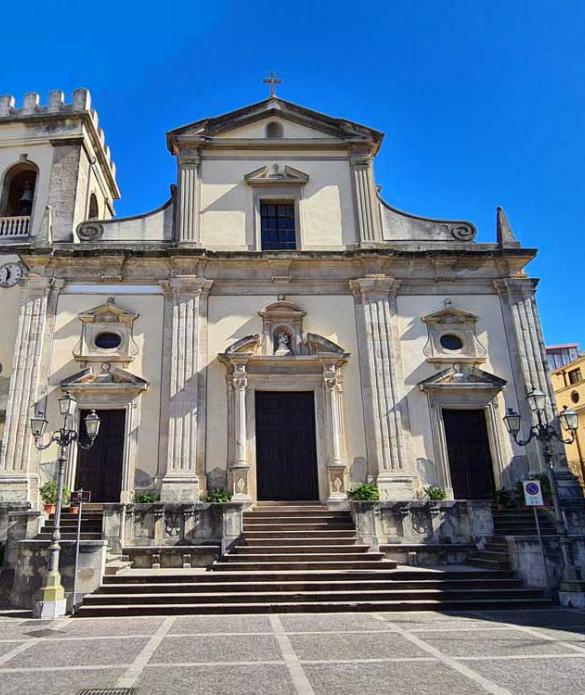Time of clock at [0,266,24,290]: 11:32
